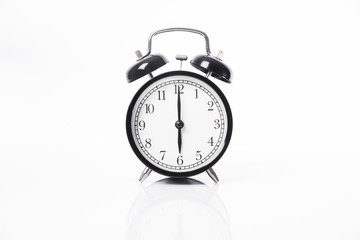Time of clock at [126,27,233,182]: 6:00
